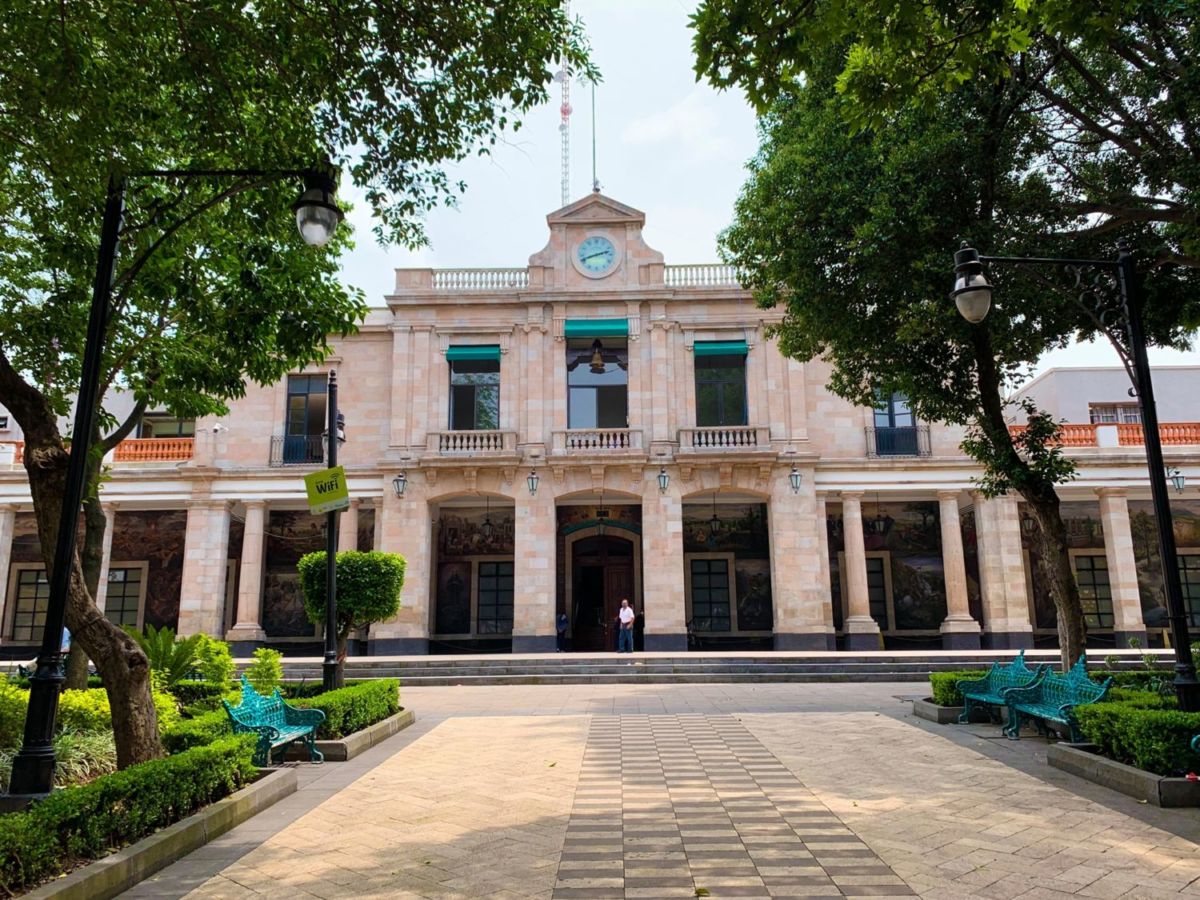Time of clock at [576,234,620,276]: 8:12
